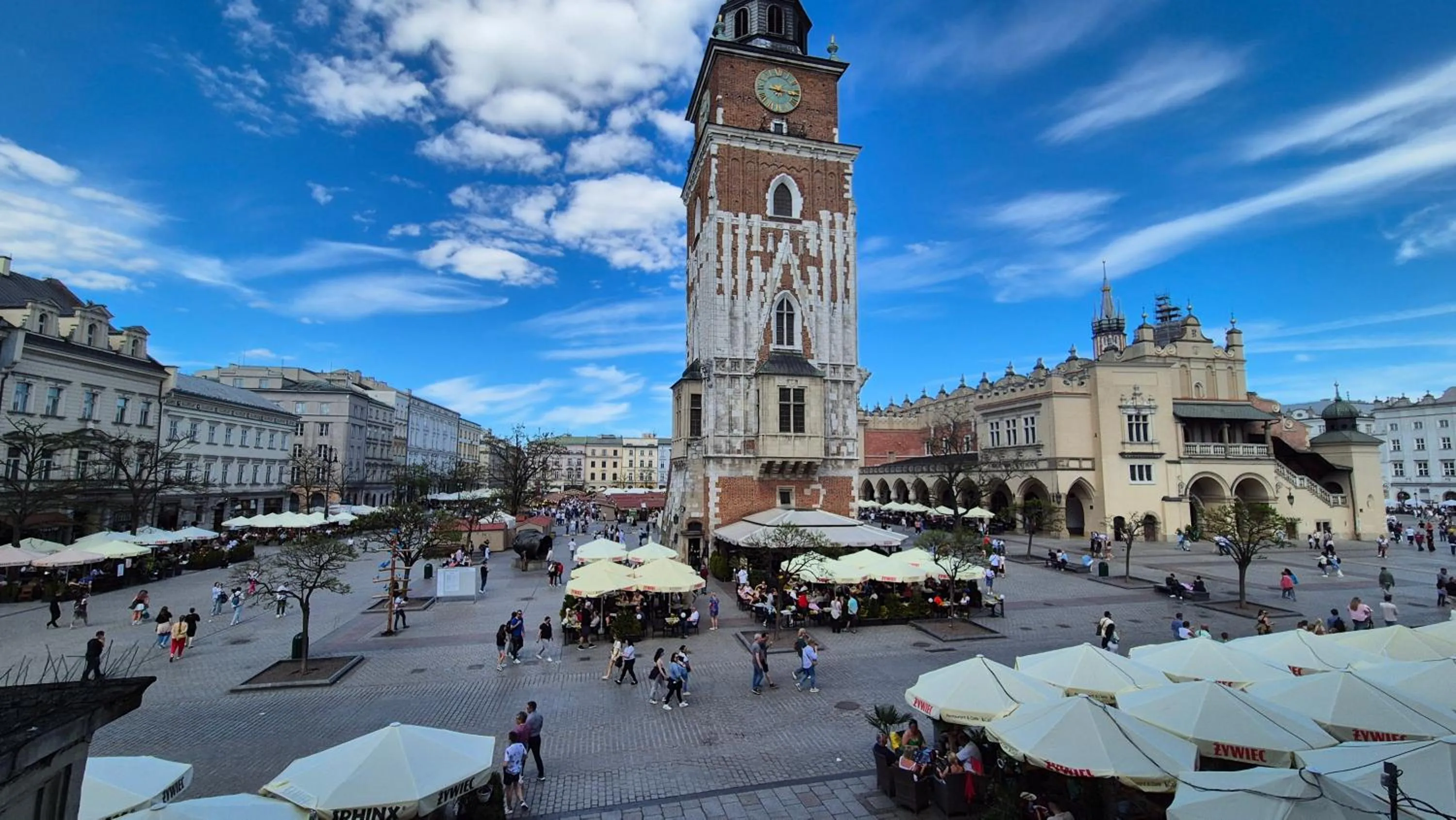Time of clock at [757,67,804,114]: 9:16
